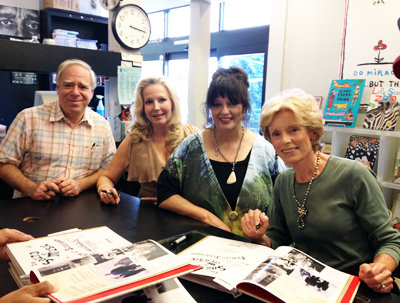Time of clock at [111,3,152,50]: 3:16
